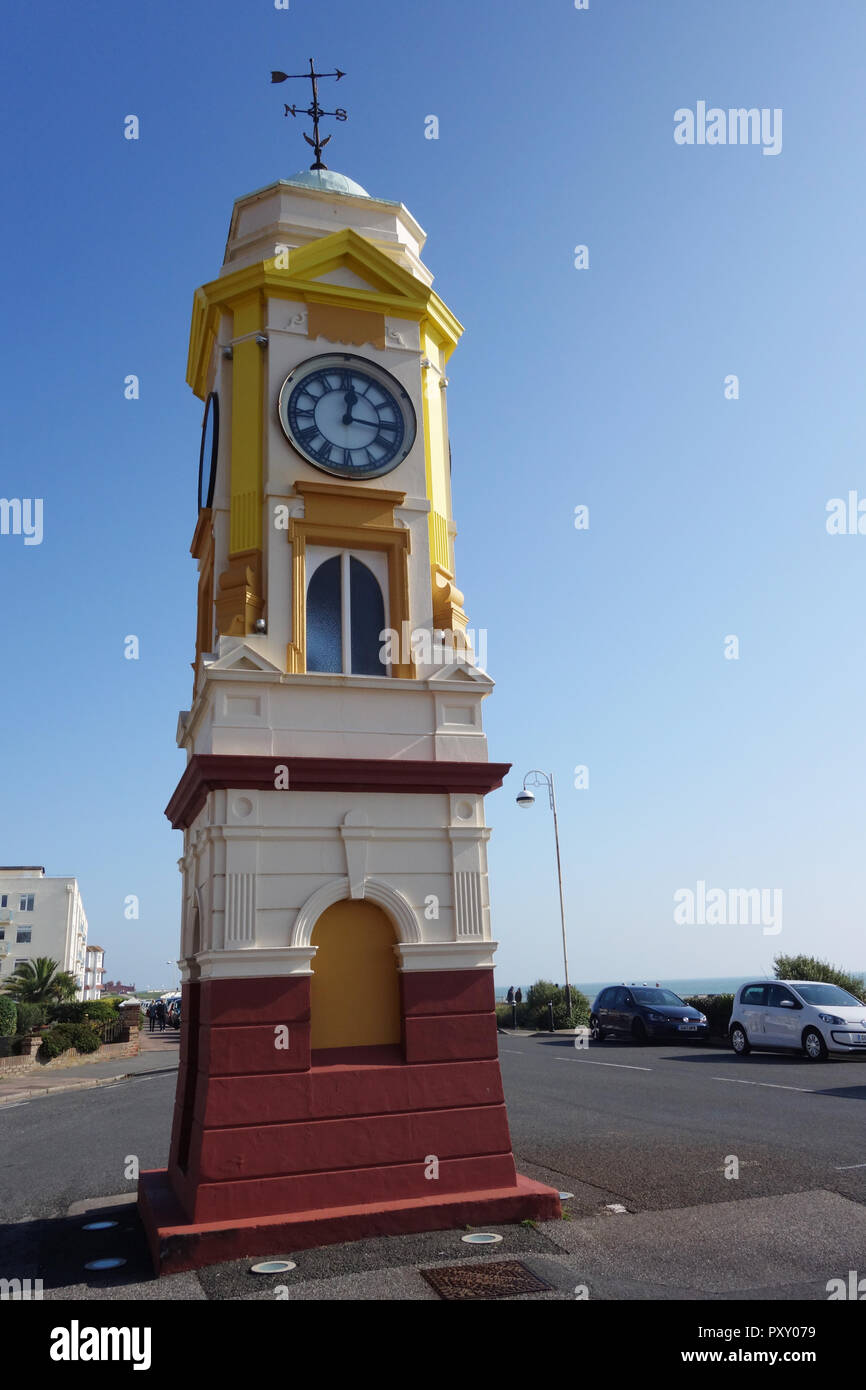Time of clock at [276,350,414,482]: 12:16
